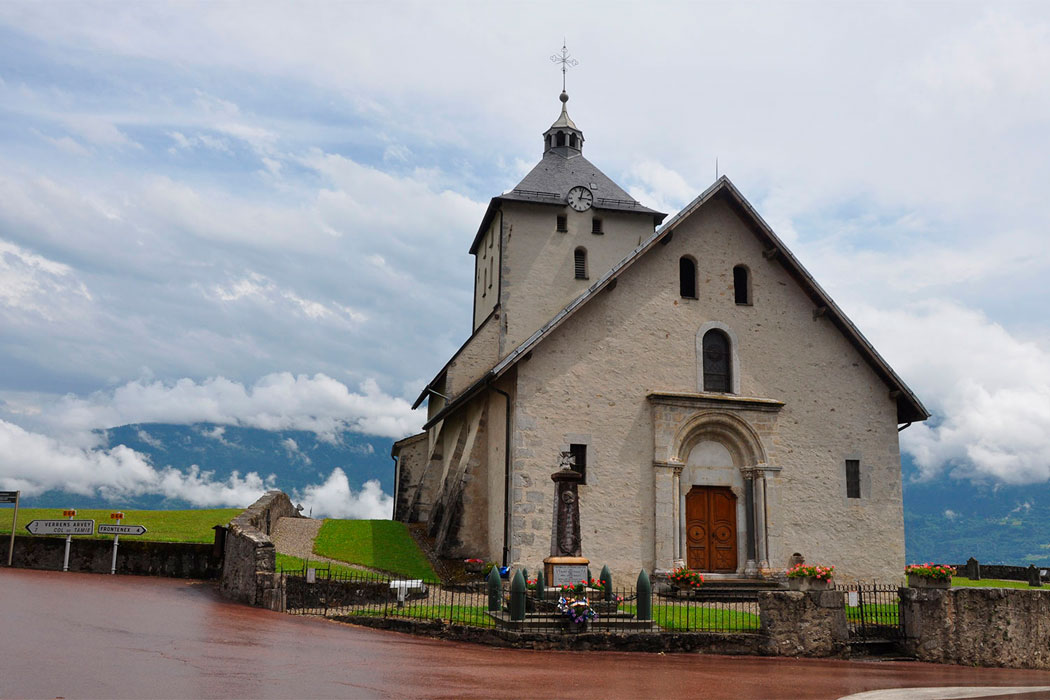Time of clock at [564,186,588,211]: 3:02
